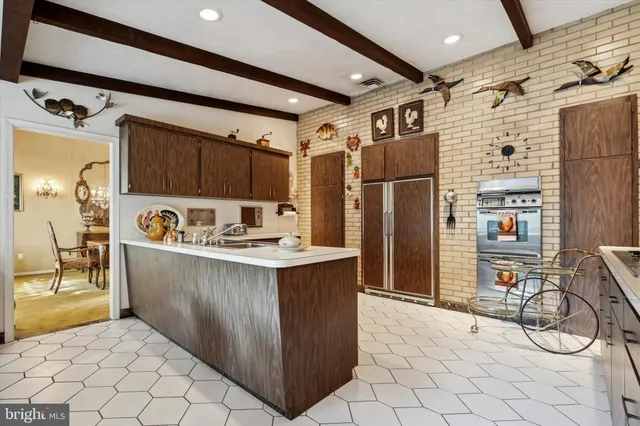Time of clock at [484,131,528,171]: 5:50
